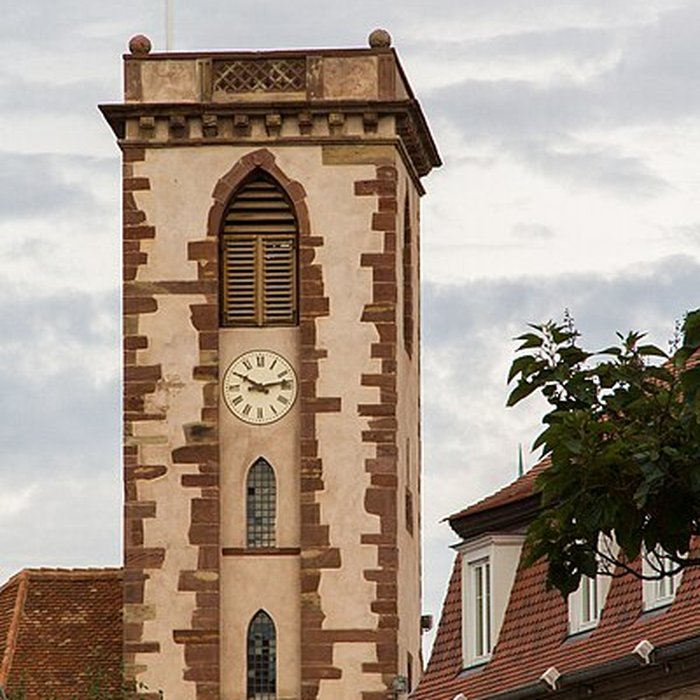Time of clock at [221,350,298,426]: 10:13
